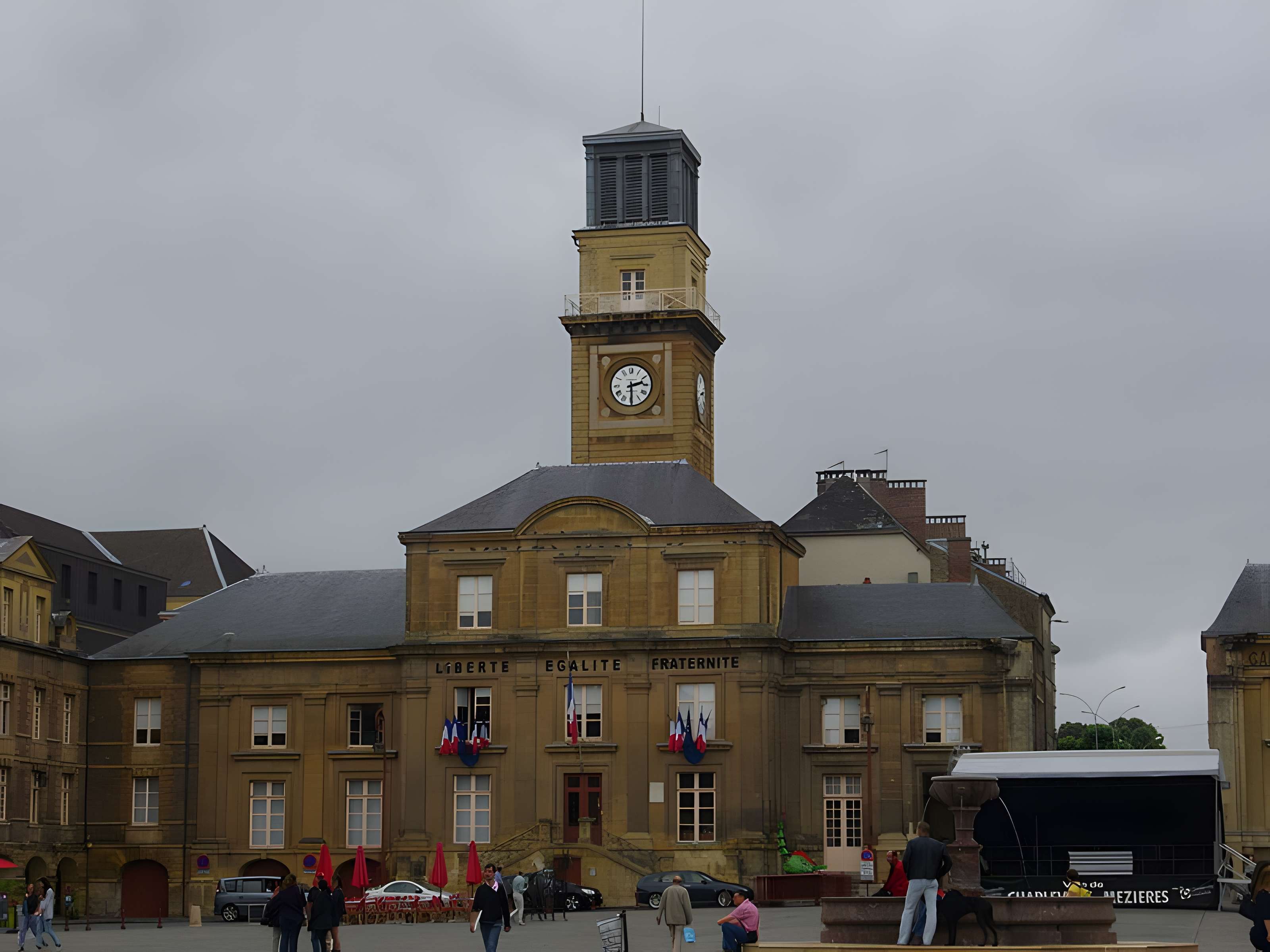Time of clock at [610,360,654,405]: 2:29
